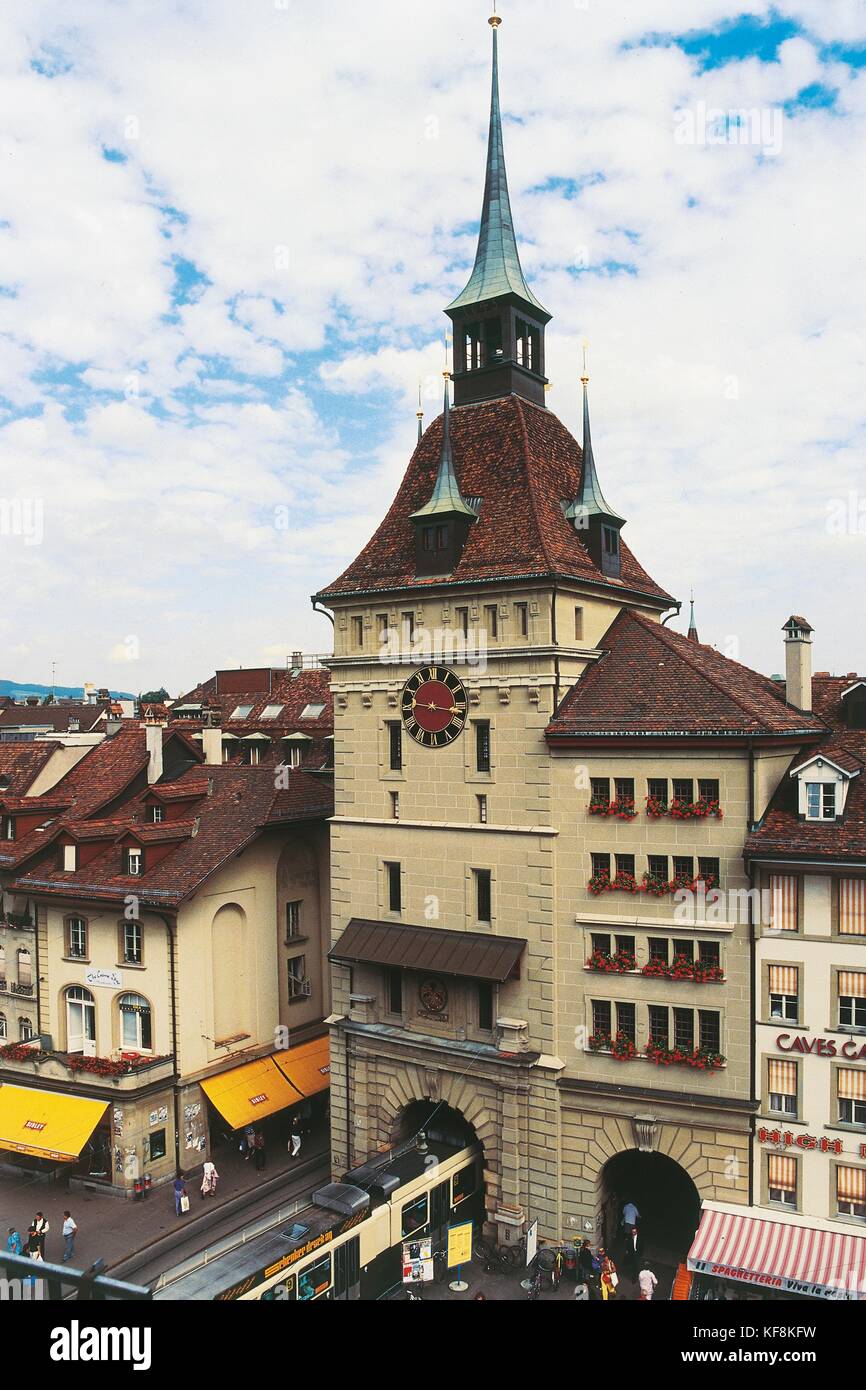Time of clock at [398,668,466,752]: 9:16
